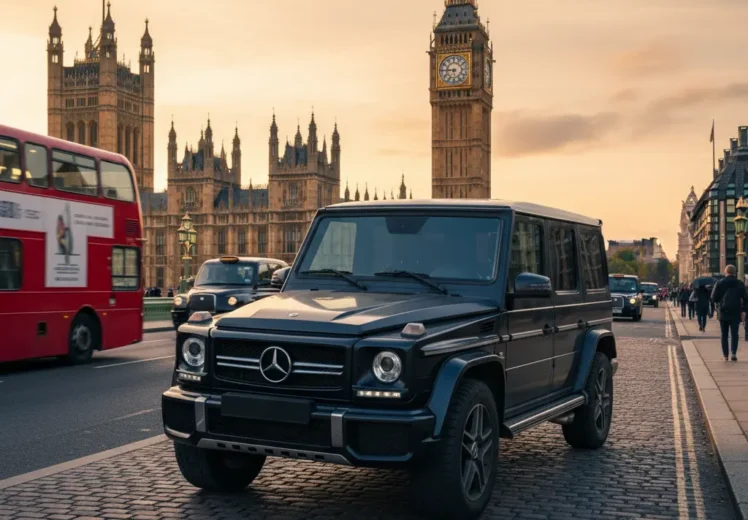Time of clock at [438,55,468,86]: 8:45
